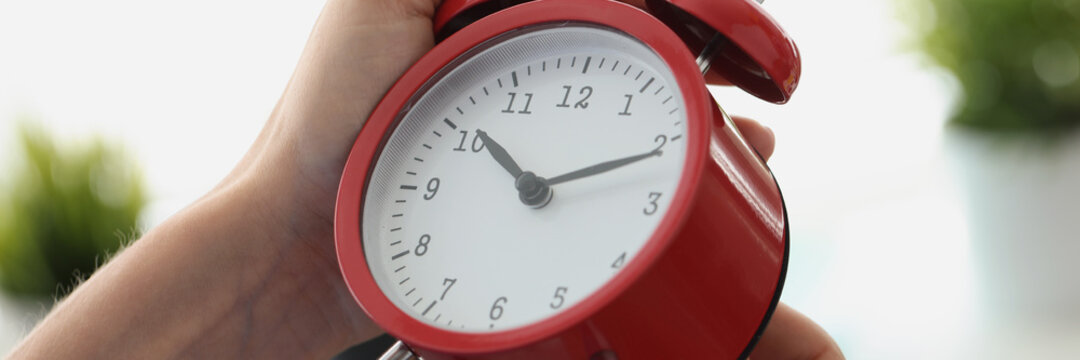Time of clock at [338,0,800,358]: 10:11
